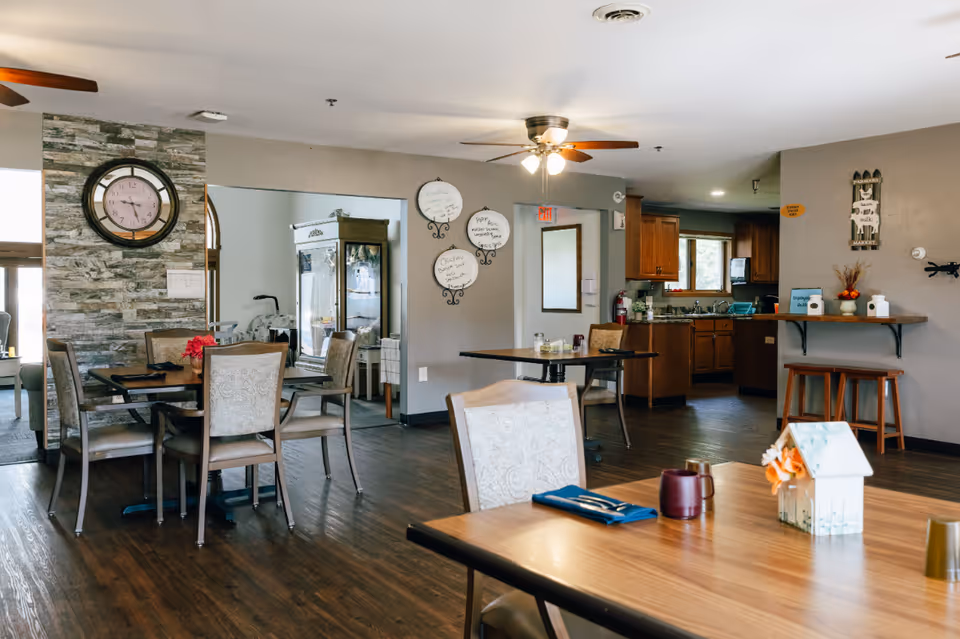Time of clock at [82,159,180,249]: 9:27
